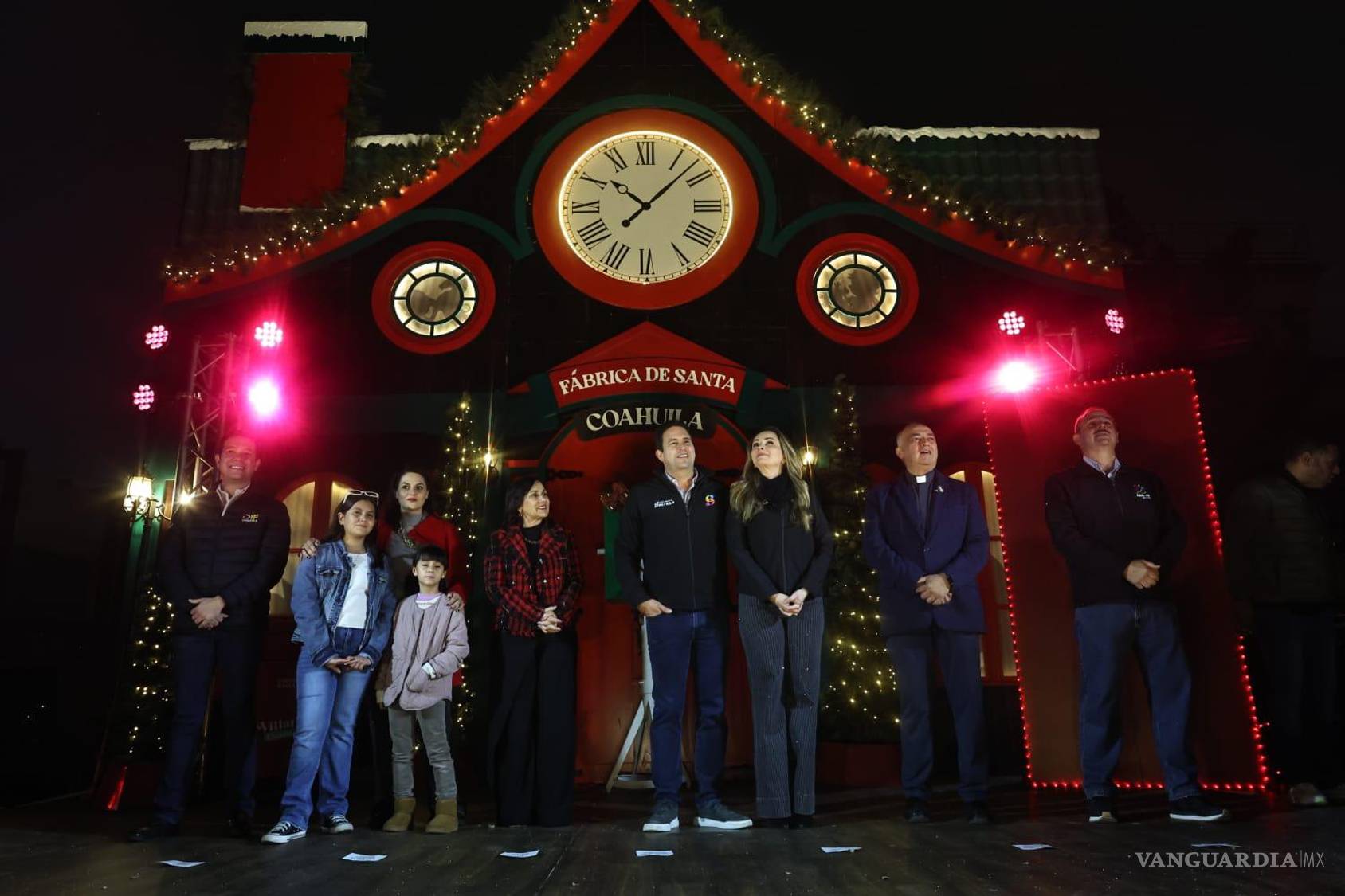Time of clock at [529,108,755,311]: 10:07
